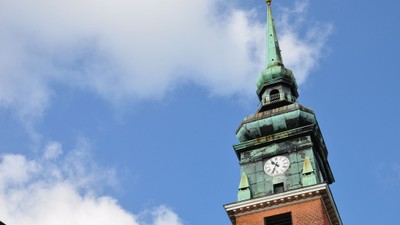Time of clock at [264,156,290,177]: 10:34
